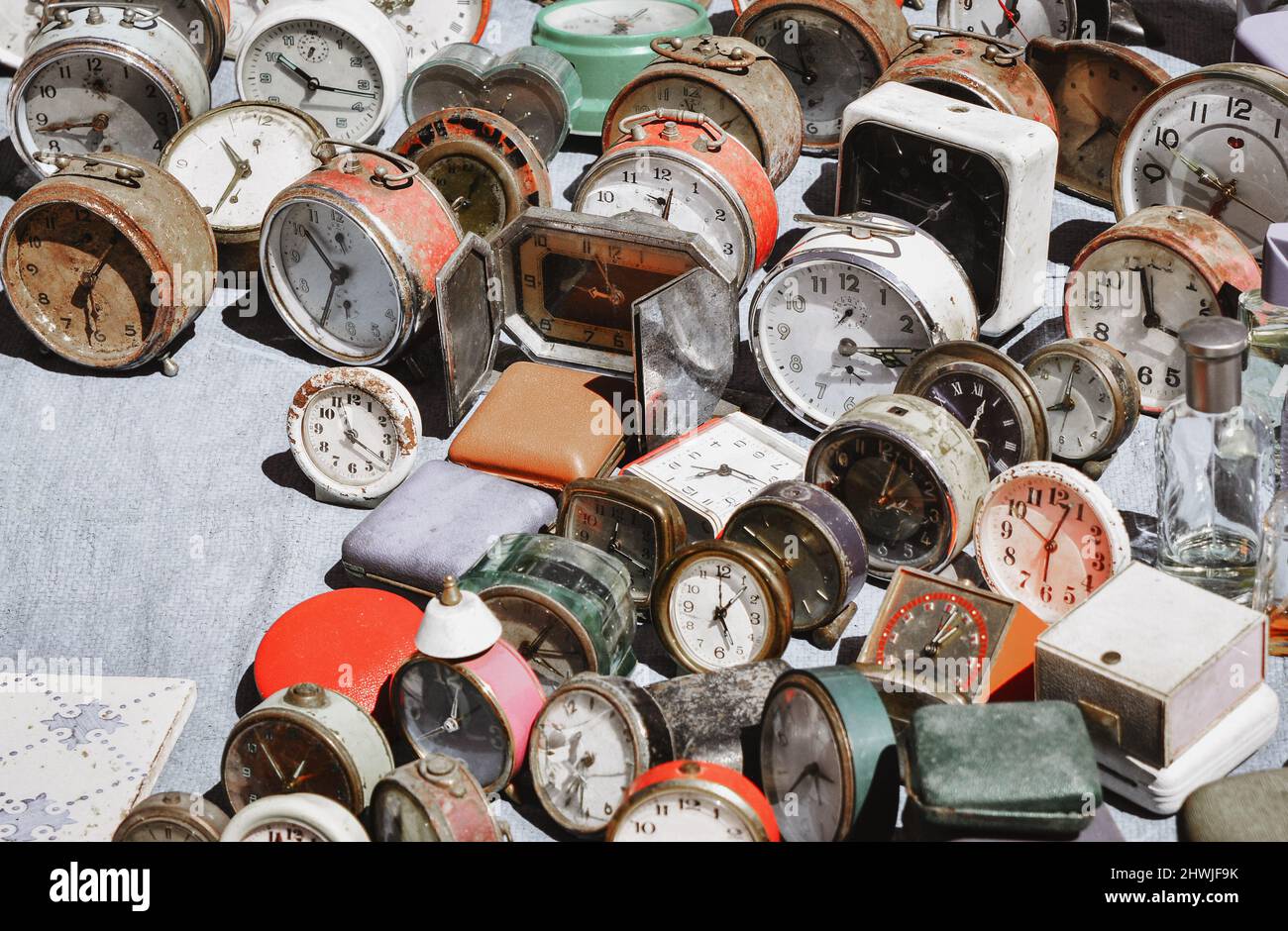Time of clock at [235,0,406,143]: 10:16
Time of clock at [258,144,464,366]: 10:34
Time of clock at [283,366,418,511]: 11:20
